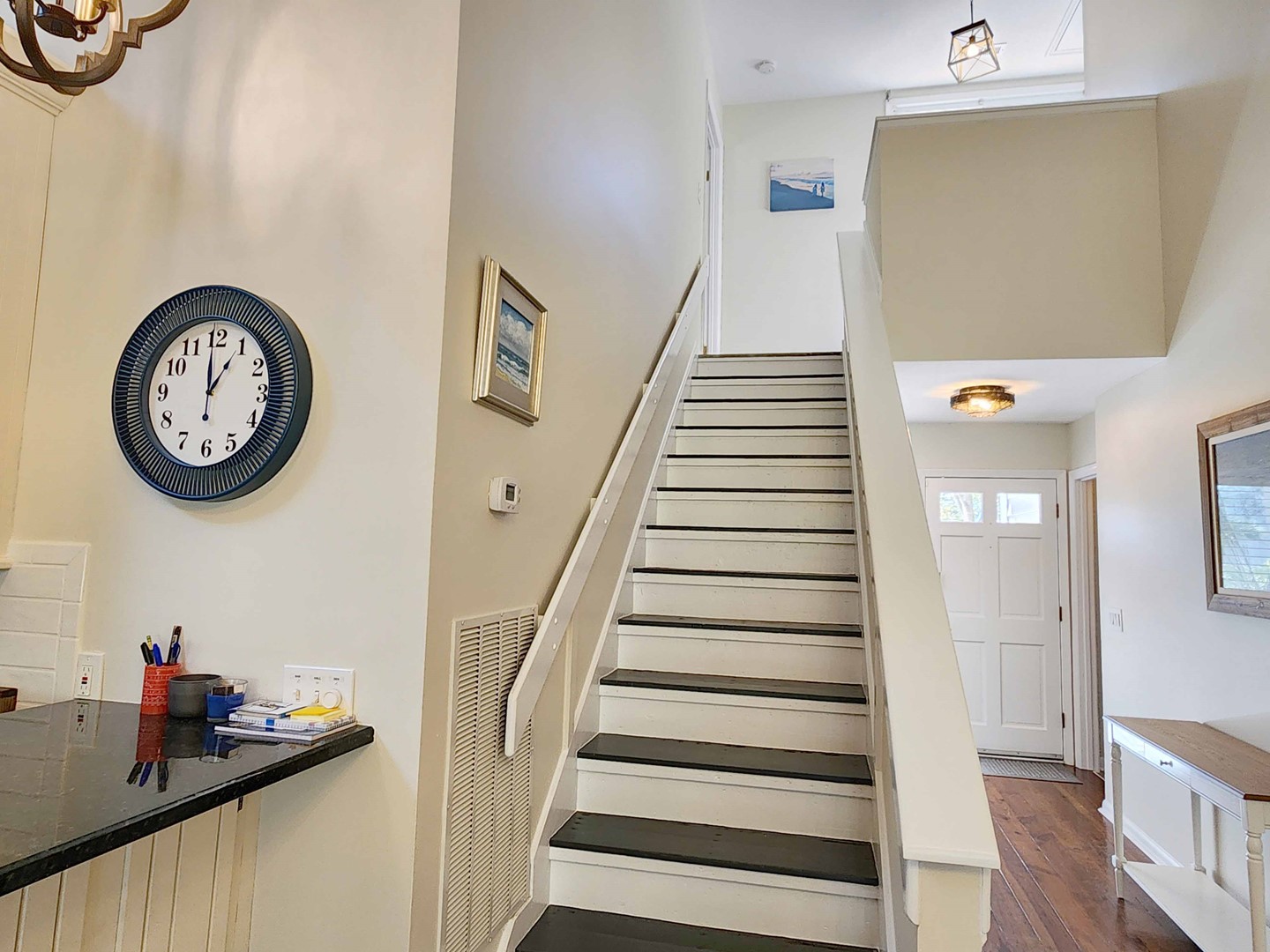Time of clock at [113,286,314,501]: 12:59
